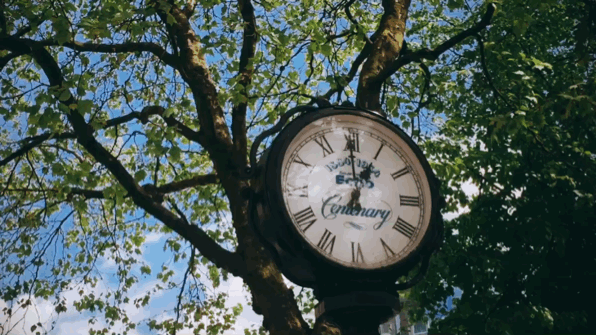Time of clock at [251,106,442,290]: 12:59
